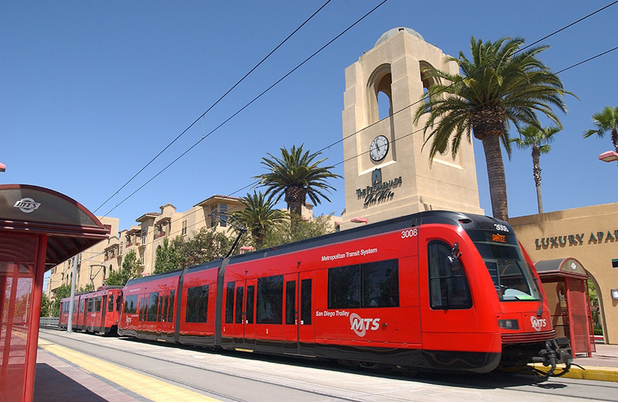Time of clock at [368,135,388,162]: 11:13
